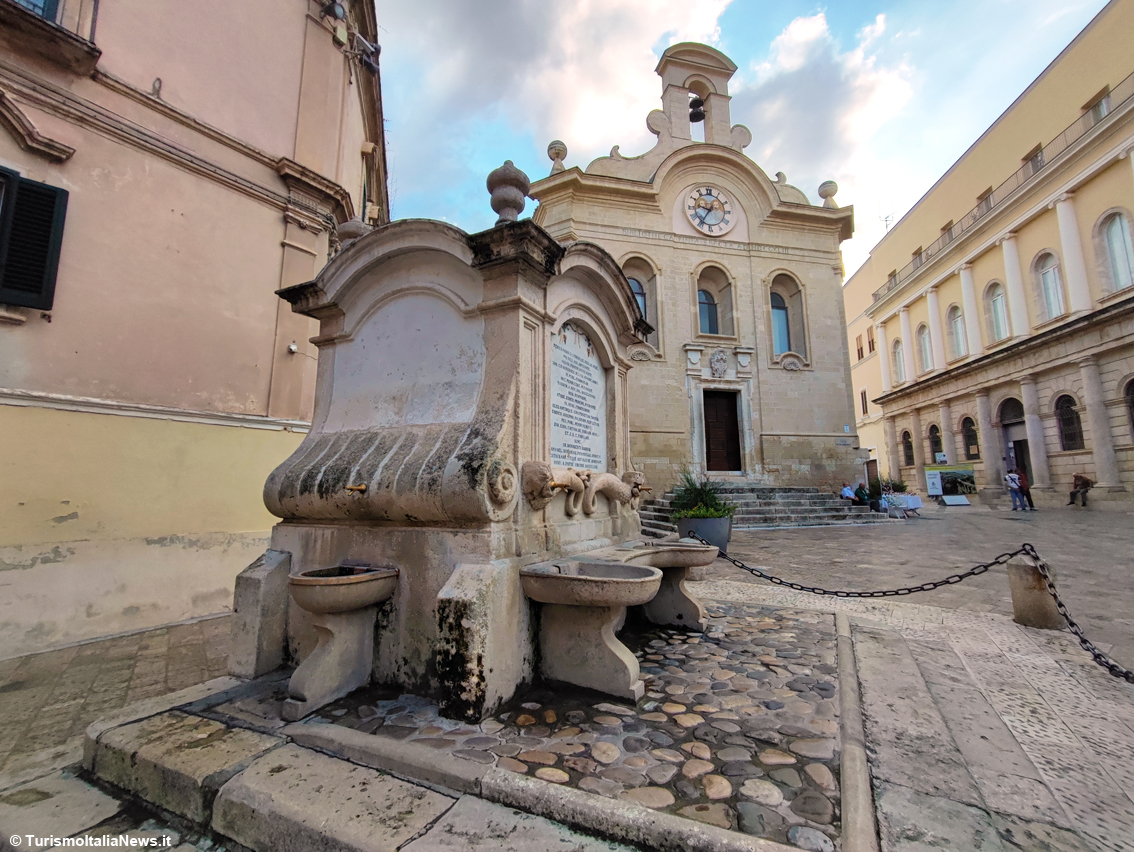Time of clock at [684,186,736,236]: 9:35
